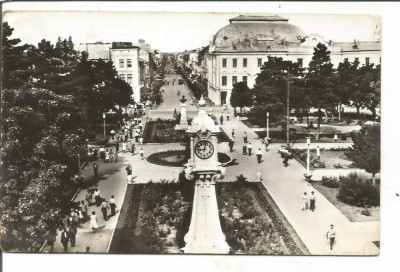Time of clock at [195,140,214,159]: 9:01
